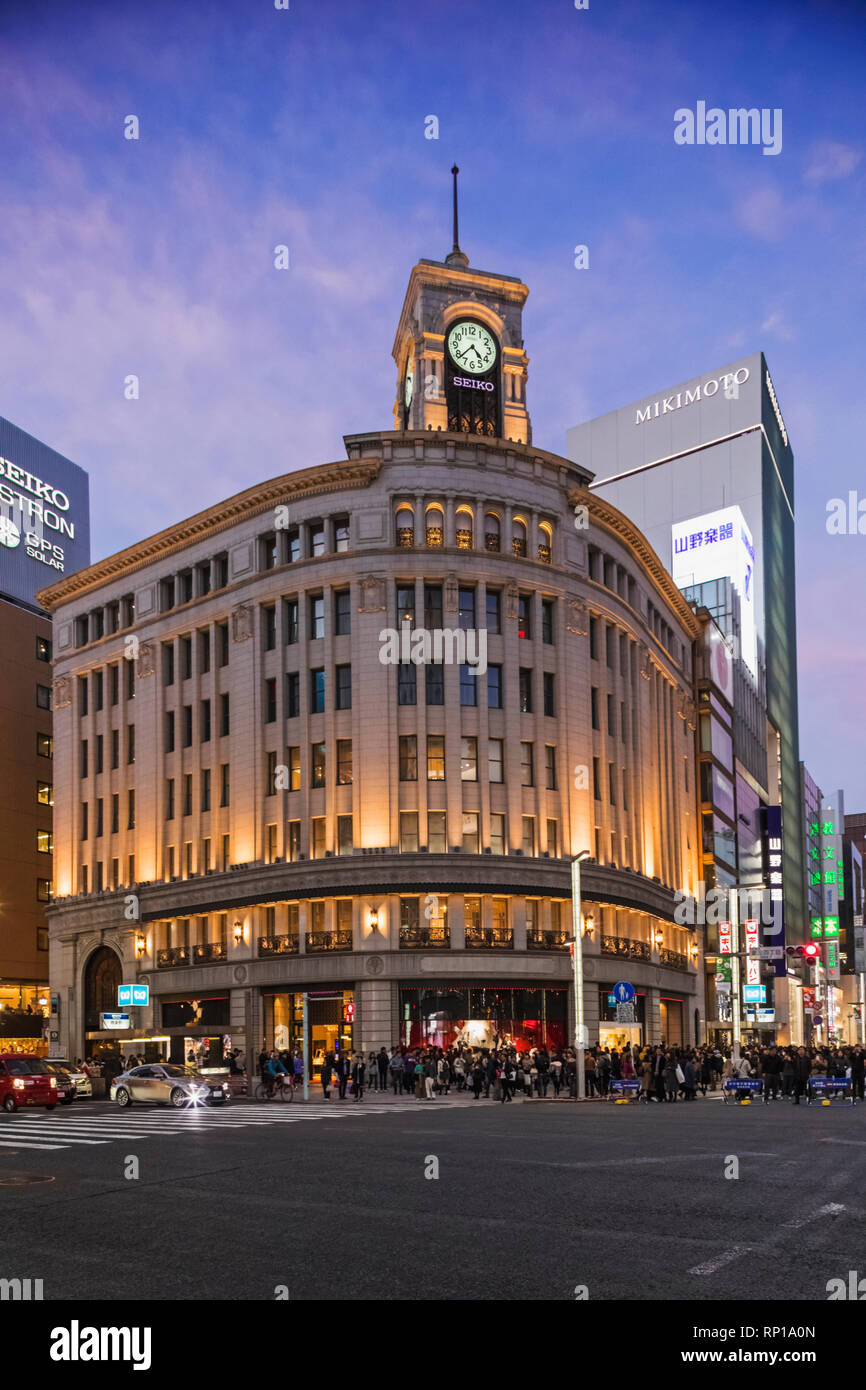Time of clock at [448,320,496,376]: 4:38
